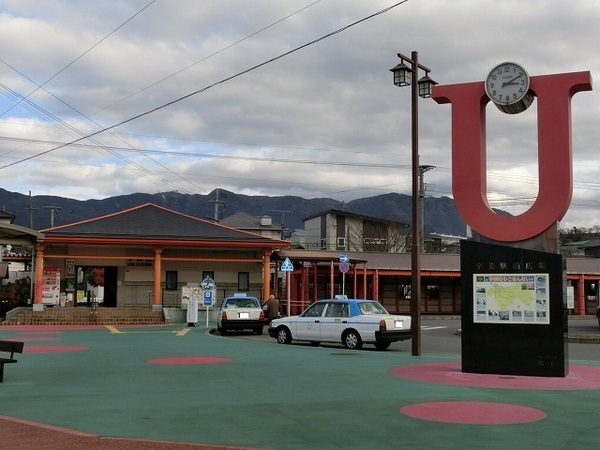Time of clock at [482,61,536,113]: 3:10
